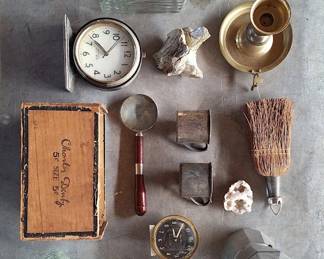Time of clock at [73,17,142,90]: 11:07
